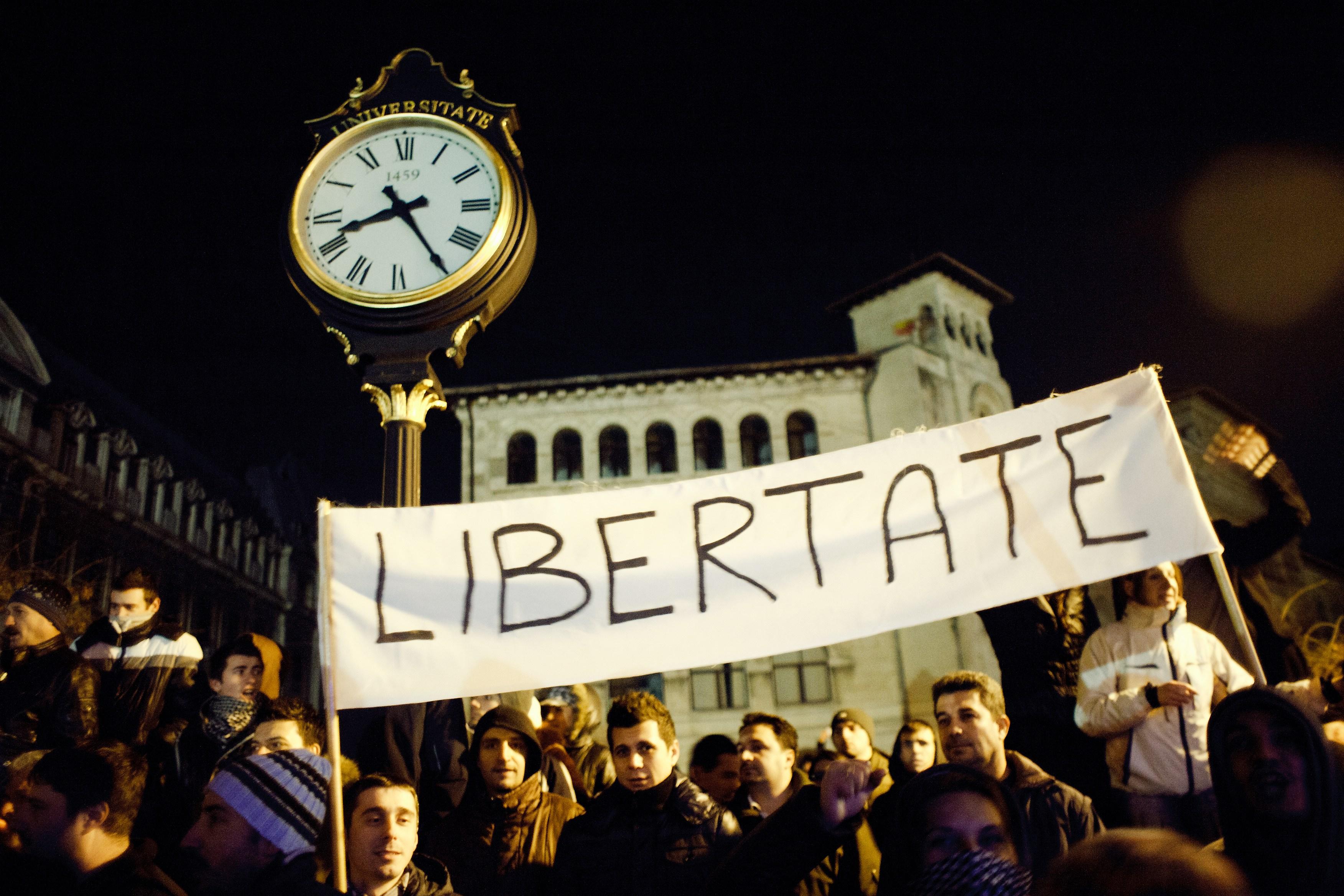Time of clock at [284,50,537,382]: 8:24
